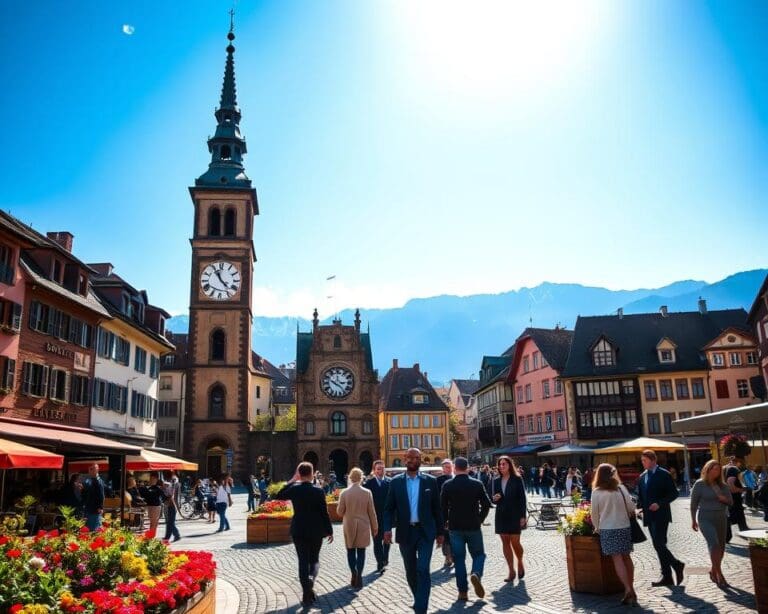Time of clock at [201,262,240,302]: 11:22
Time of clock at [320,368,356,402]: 2:49
